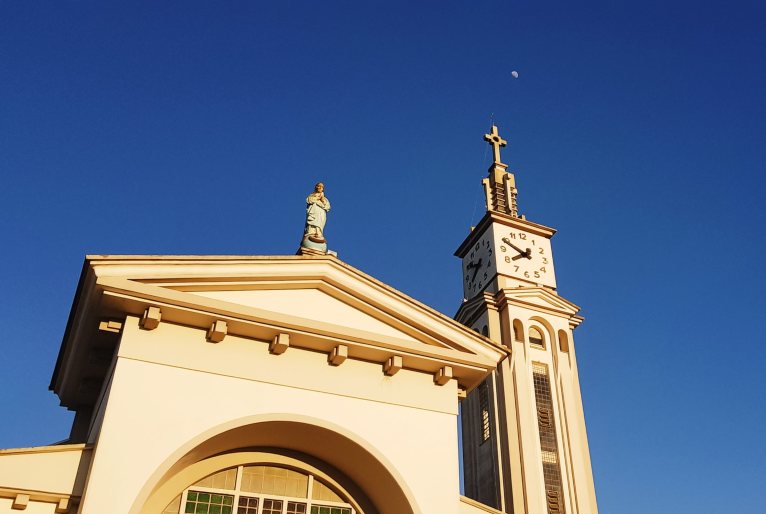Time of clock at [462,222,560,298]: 7:49
